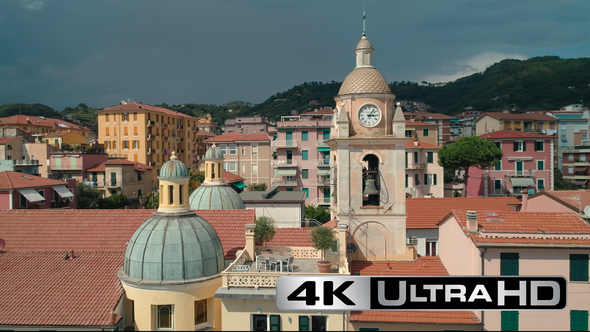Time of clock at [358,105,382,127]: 3:06
